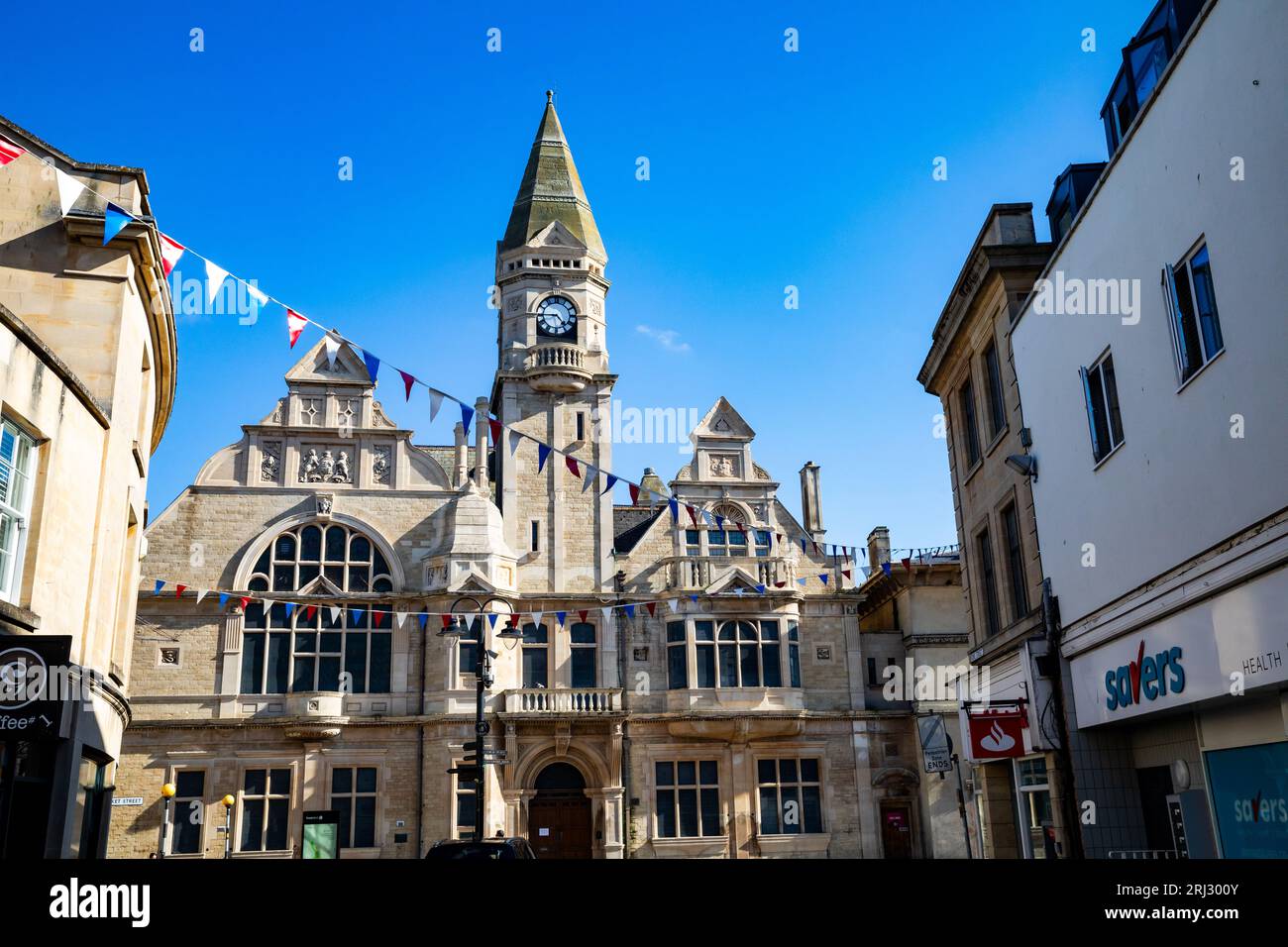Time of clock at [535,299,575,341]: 4:44
